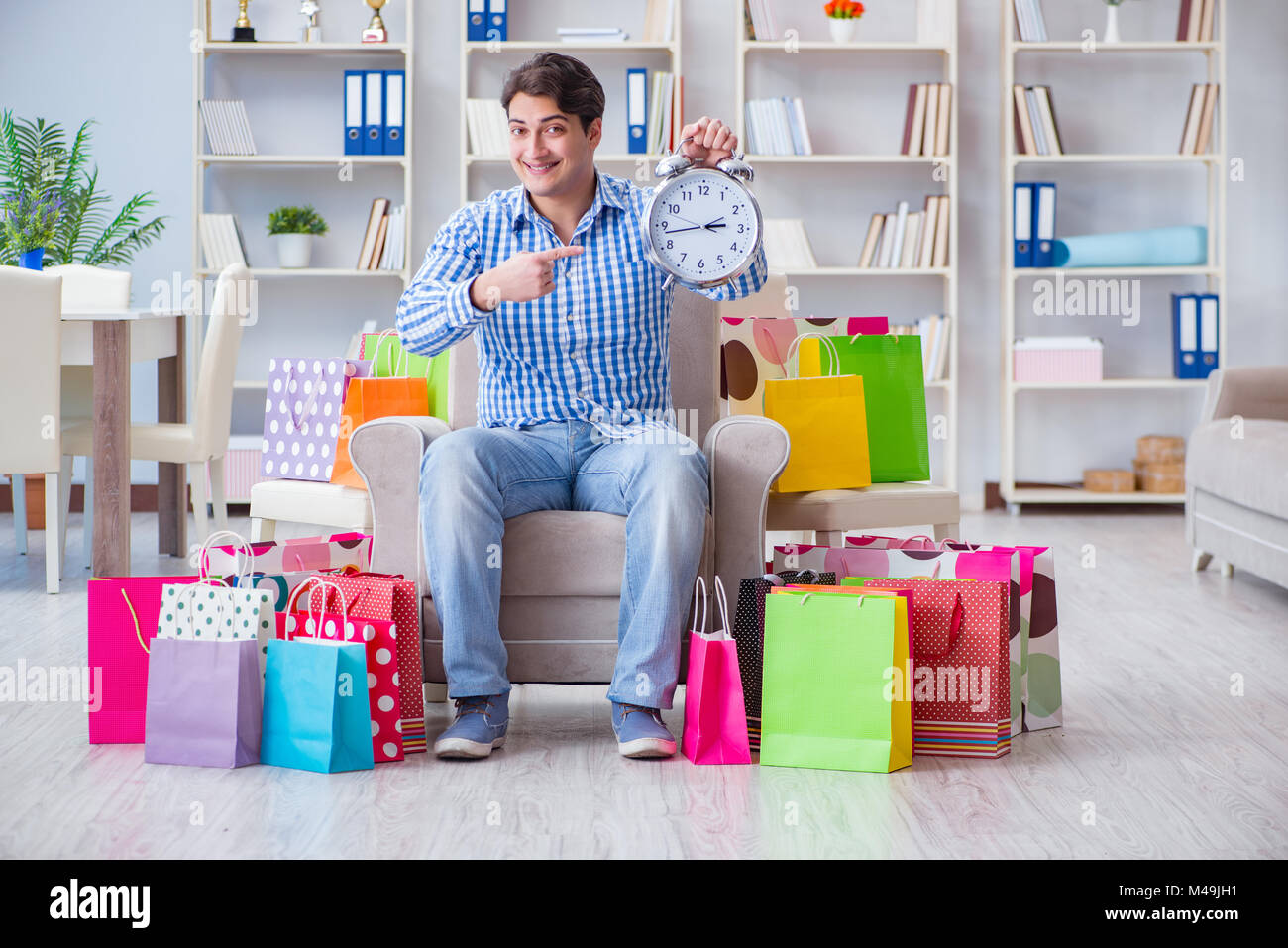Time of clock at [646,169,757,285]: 2:42
